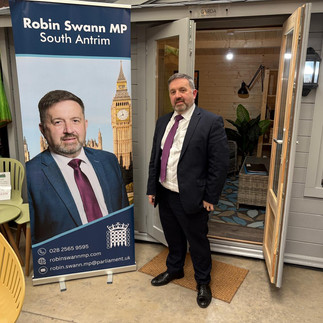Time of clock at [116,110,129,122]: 7:58
